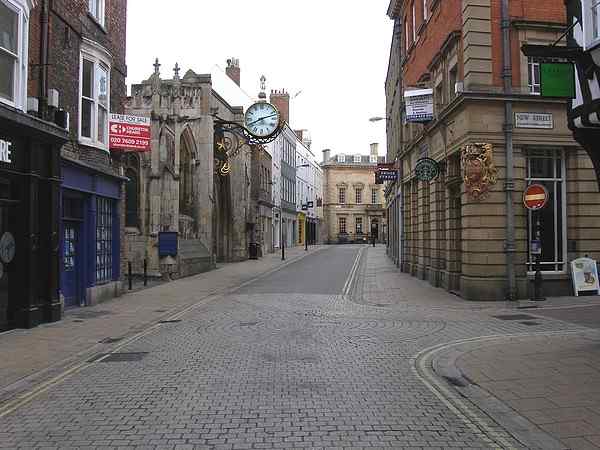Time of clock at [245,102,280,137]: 8:12
